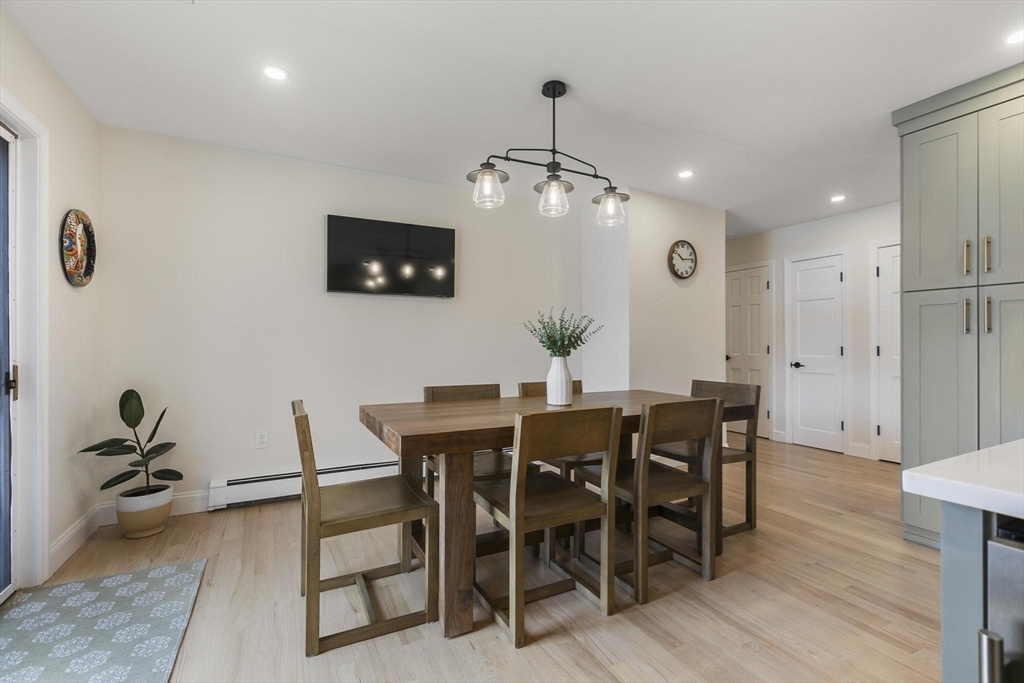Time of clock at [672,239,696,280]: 10:13
